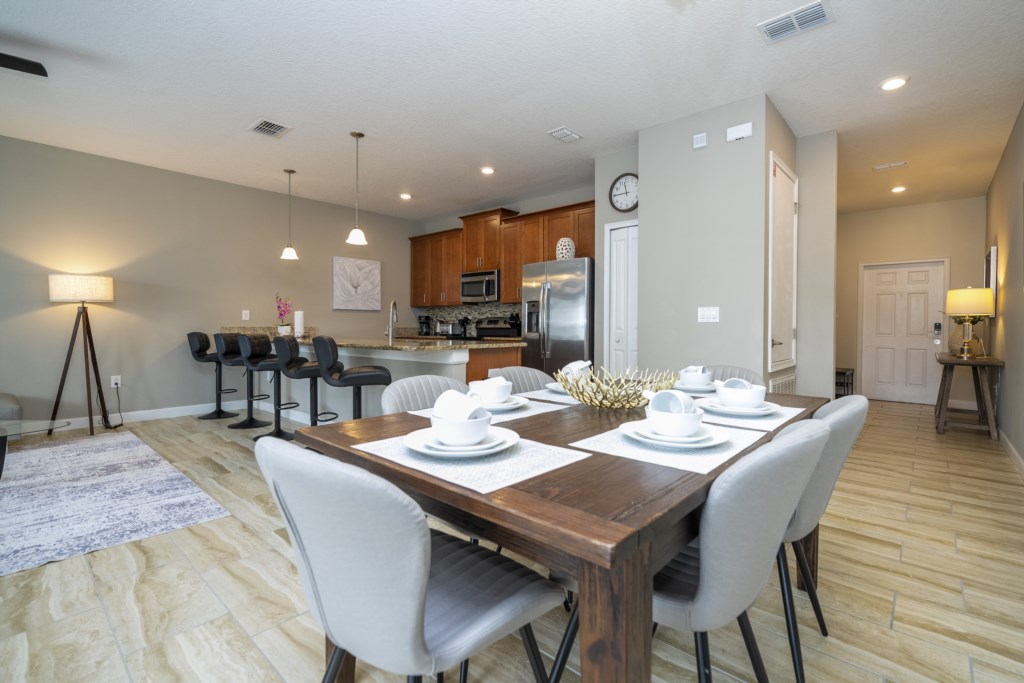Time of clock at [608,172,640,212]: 11:44
